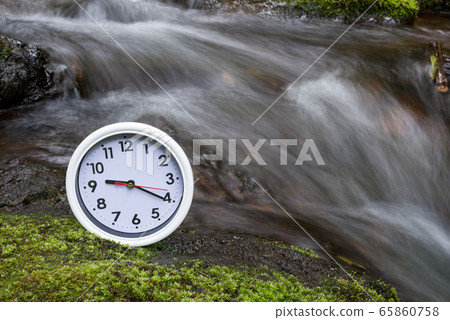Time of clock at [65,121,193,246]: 9:20
